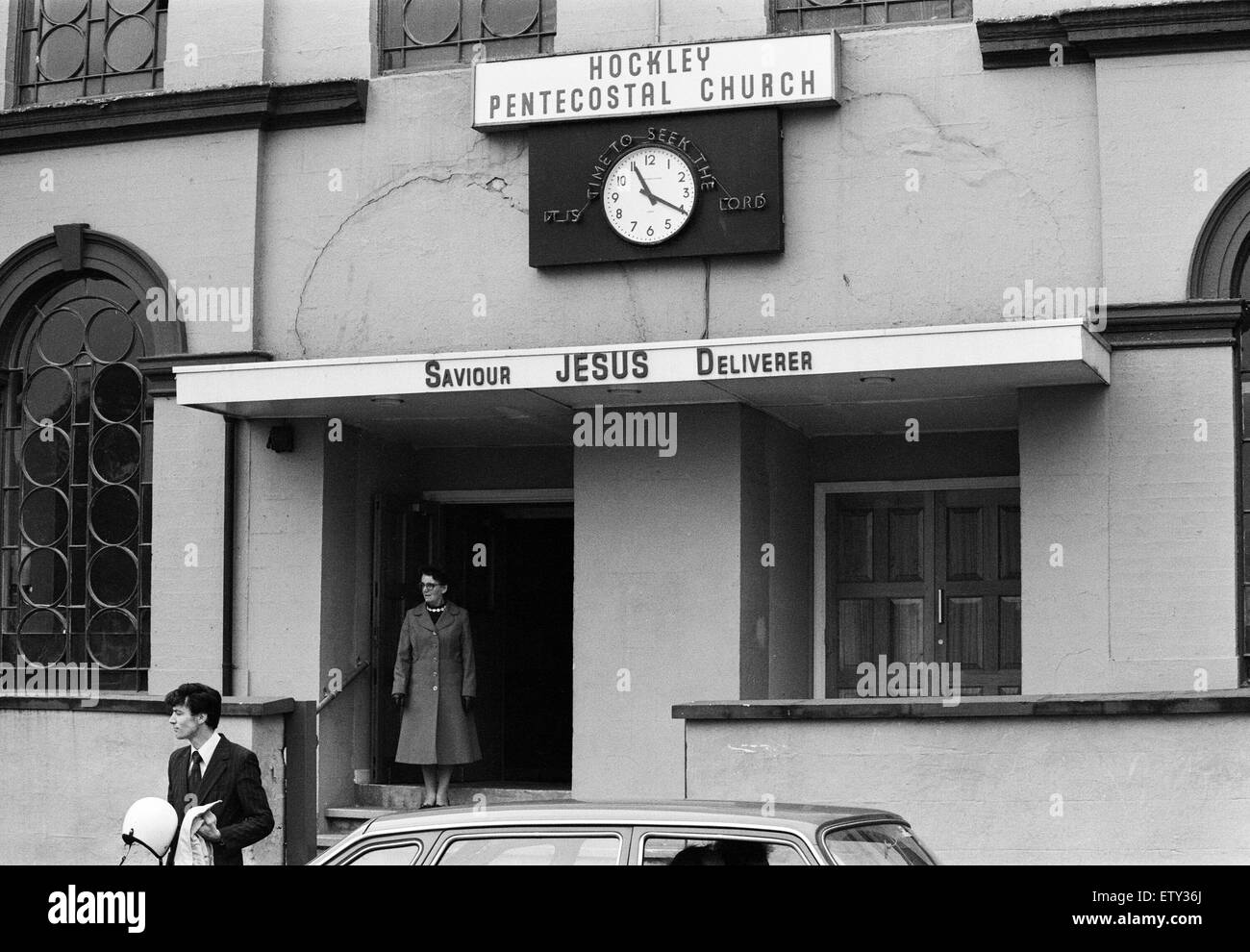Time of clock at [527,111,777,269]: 11:20
